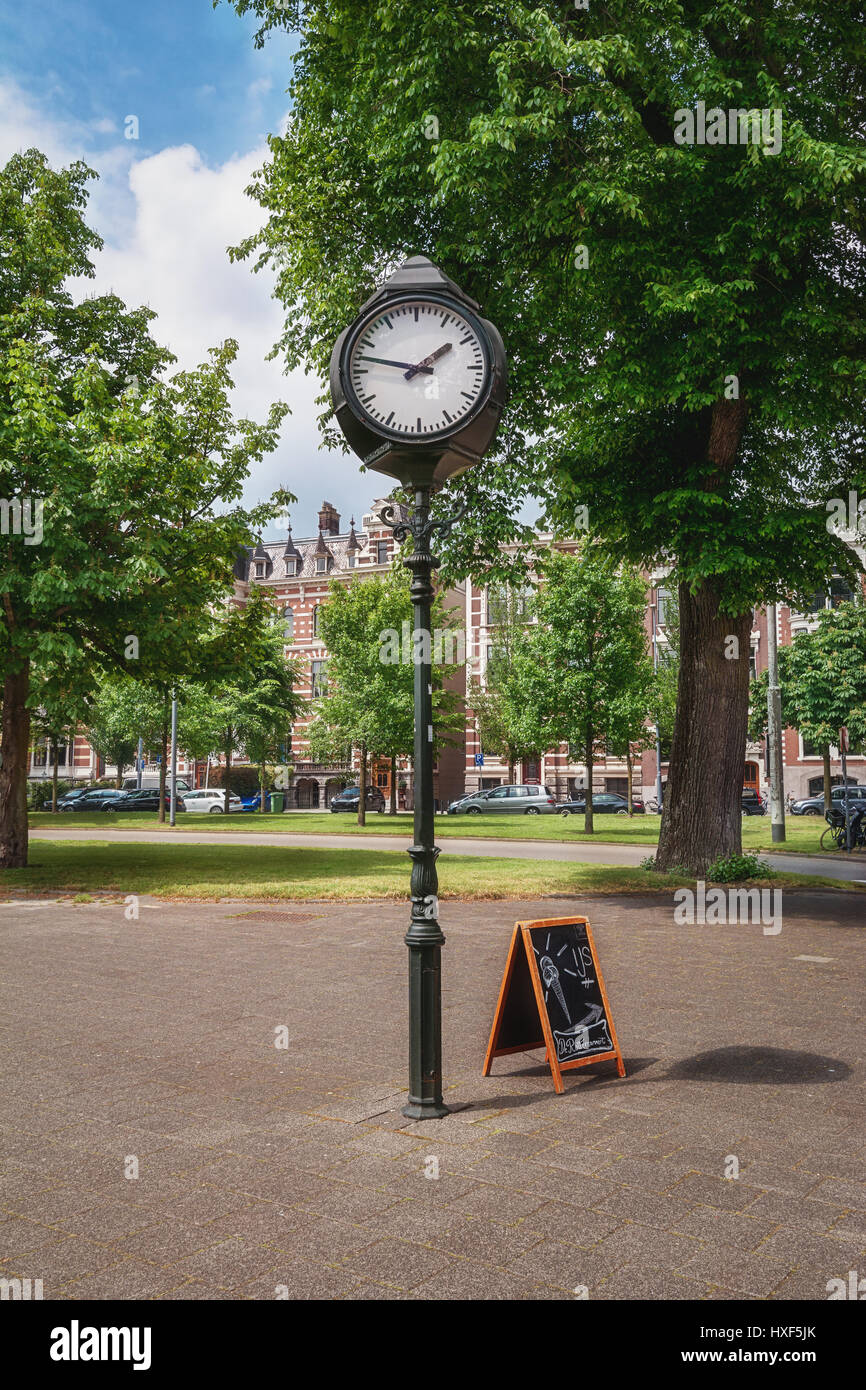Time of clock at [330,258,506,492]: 1:47
